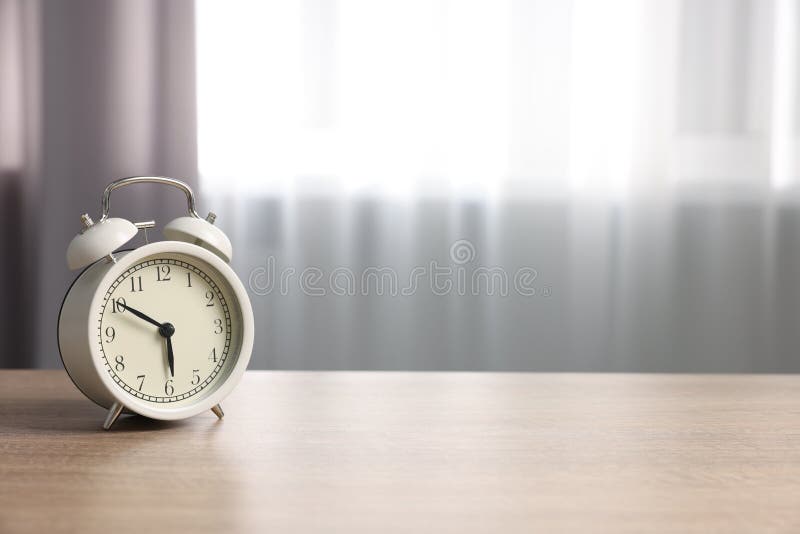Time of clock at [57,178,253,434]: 5:50
